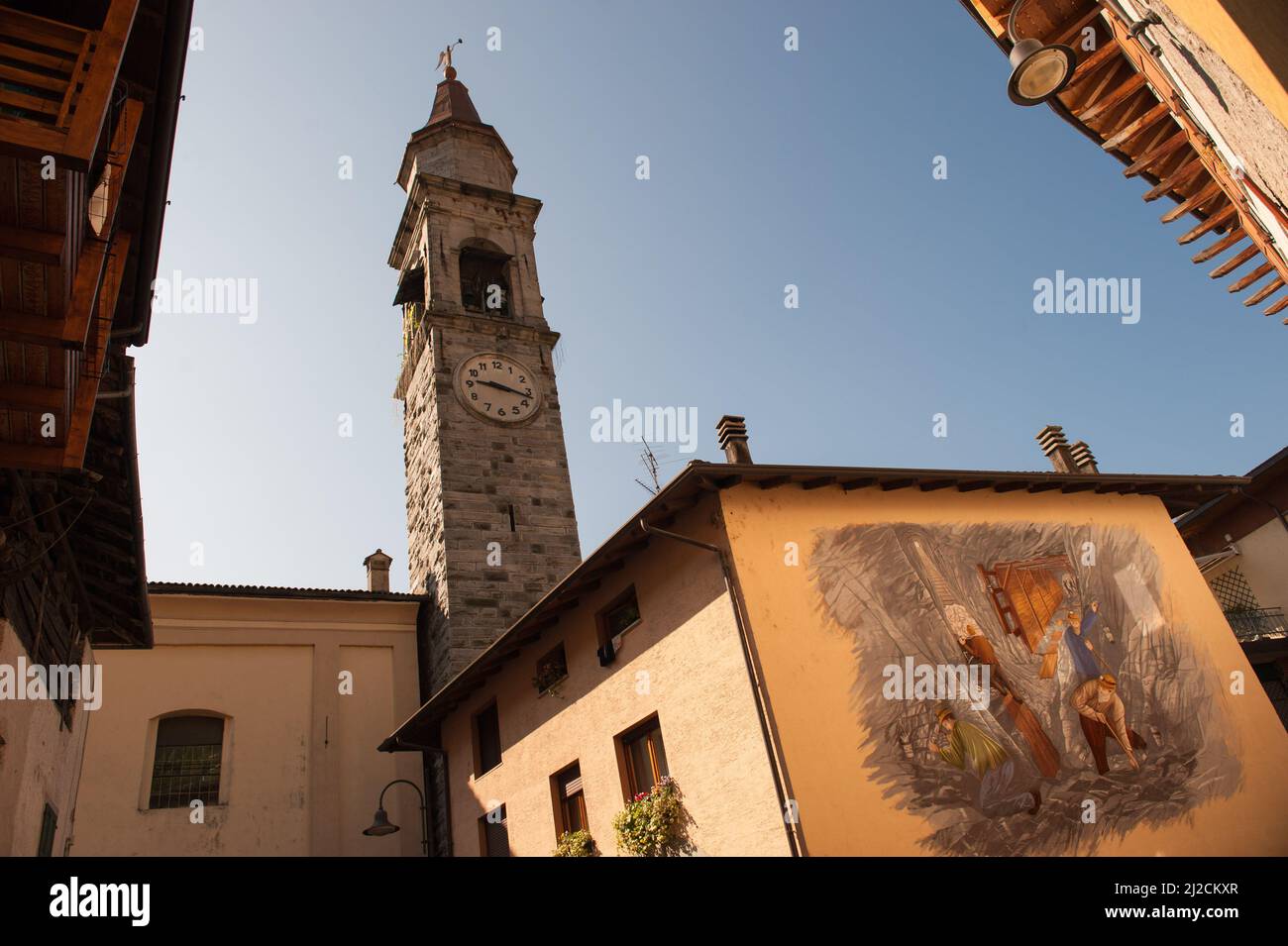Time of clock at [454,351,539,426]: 9:17
